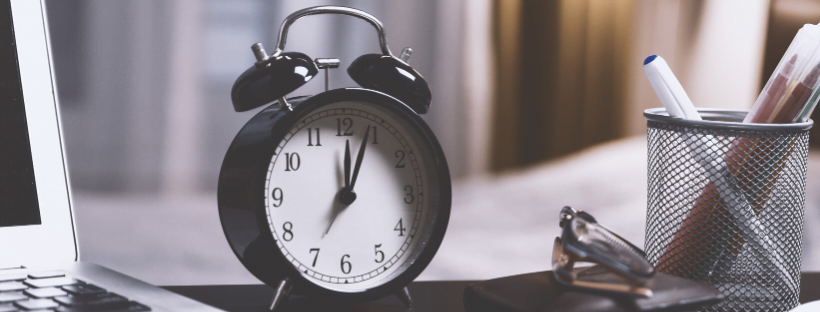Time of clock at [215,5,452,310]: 12:03
